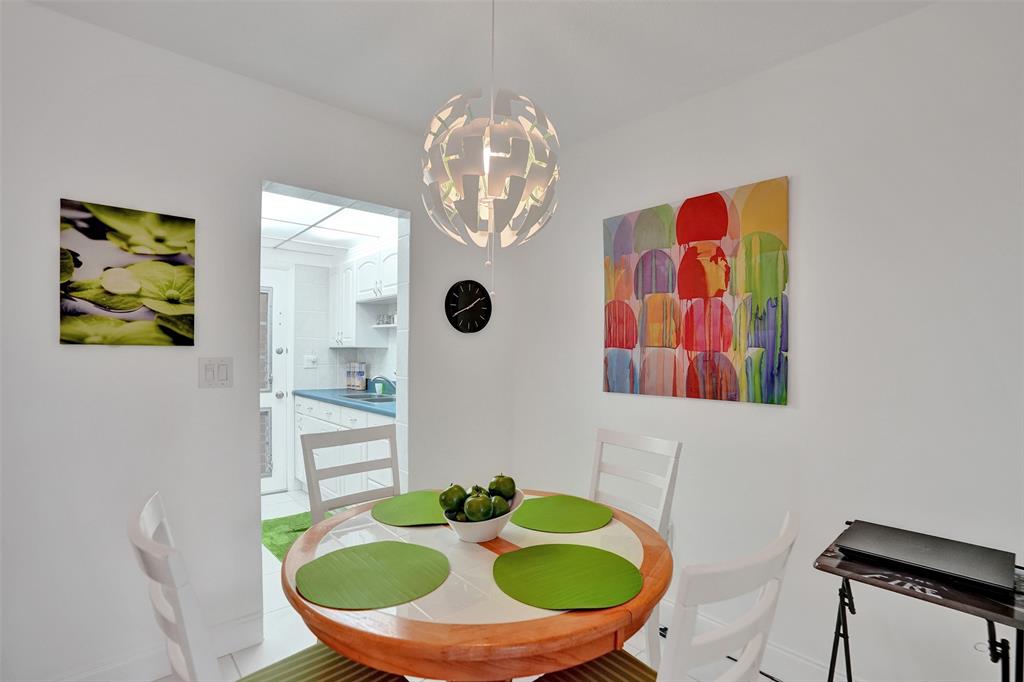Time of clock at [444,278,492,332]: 1:40
